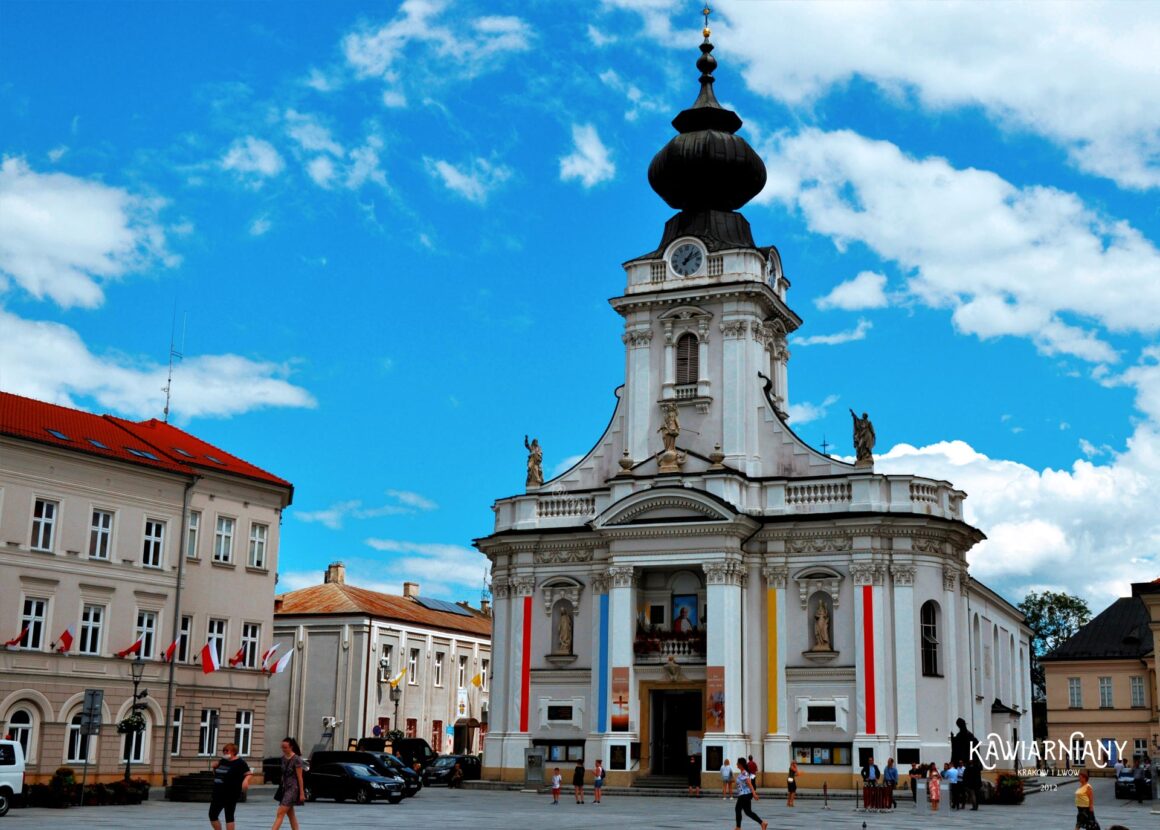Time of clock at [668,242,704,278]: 1:11
